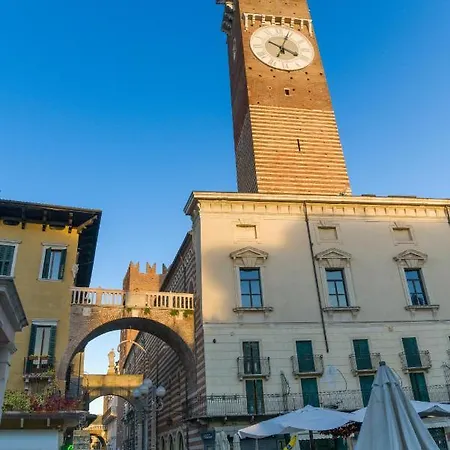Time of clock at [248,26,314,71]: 4:04
